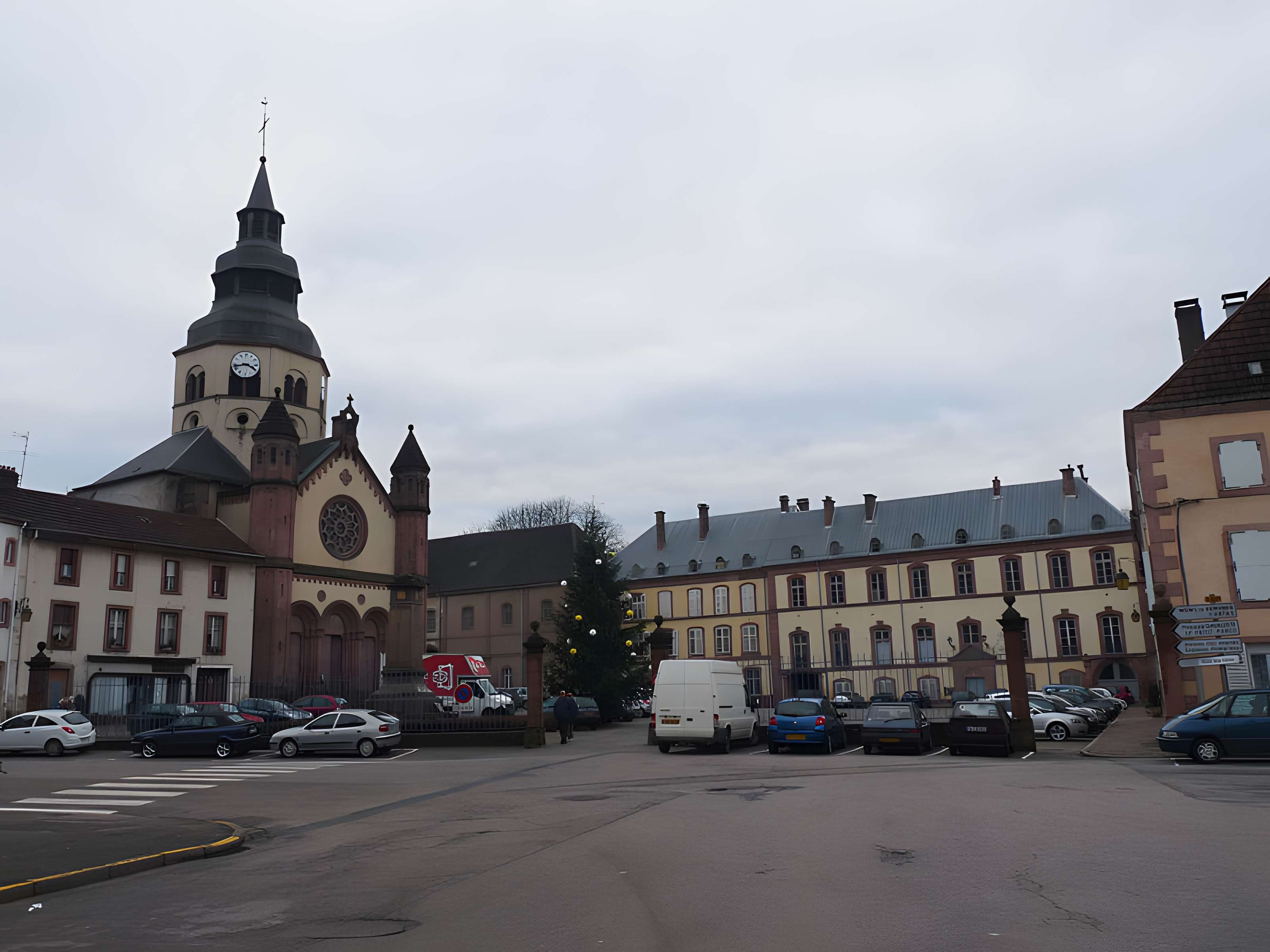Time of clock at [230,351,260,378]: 3:43
